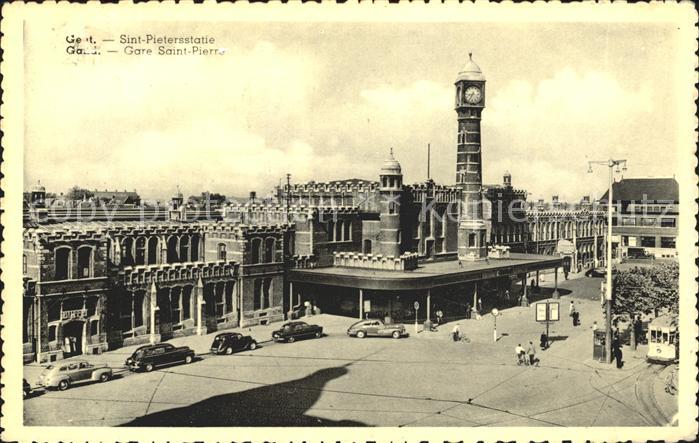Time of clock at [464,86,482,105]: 8:34
